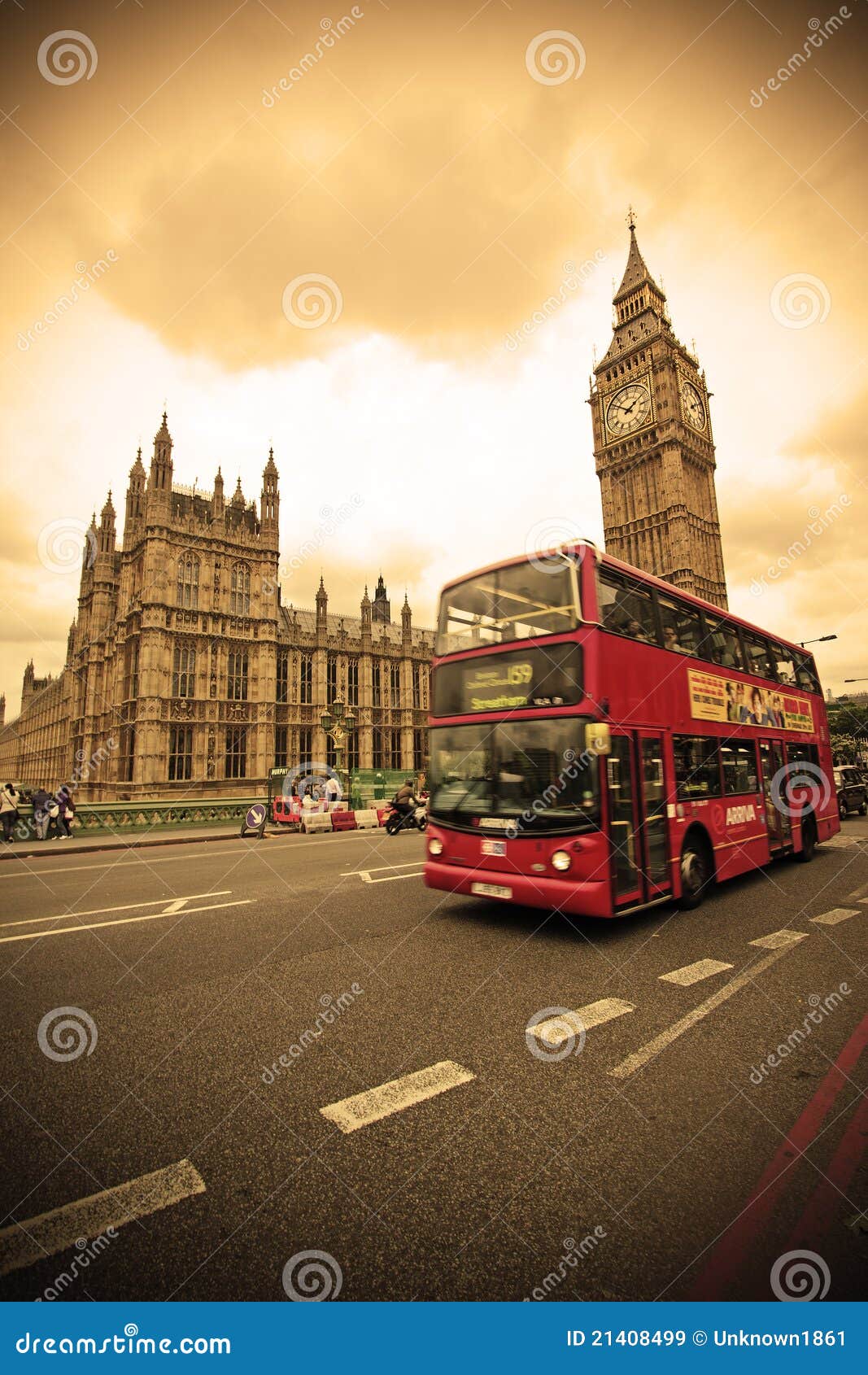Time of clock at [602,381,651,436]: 1:51
